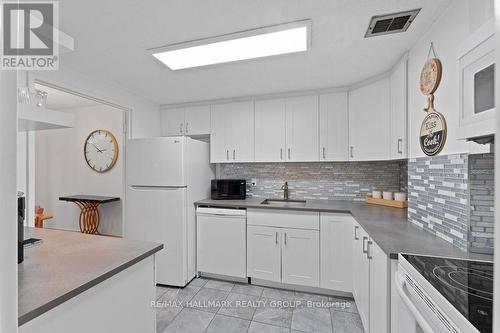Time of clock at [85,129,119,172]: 2:50
